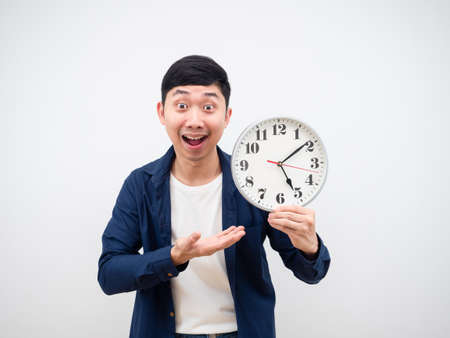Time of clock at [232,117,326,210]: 5:08
